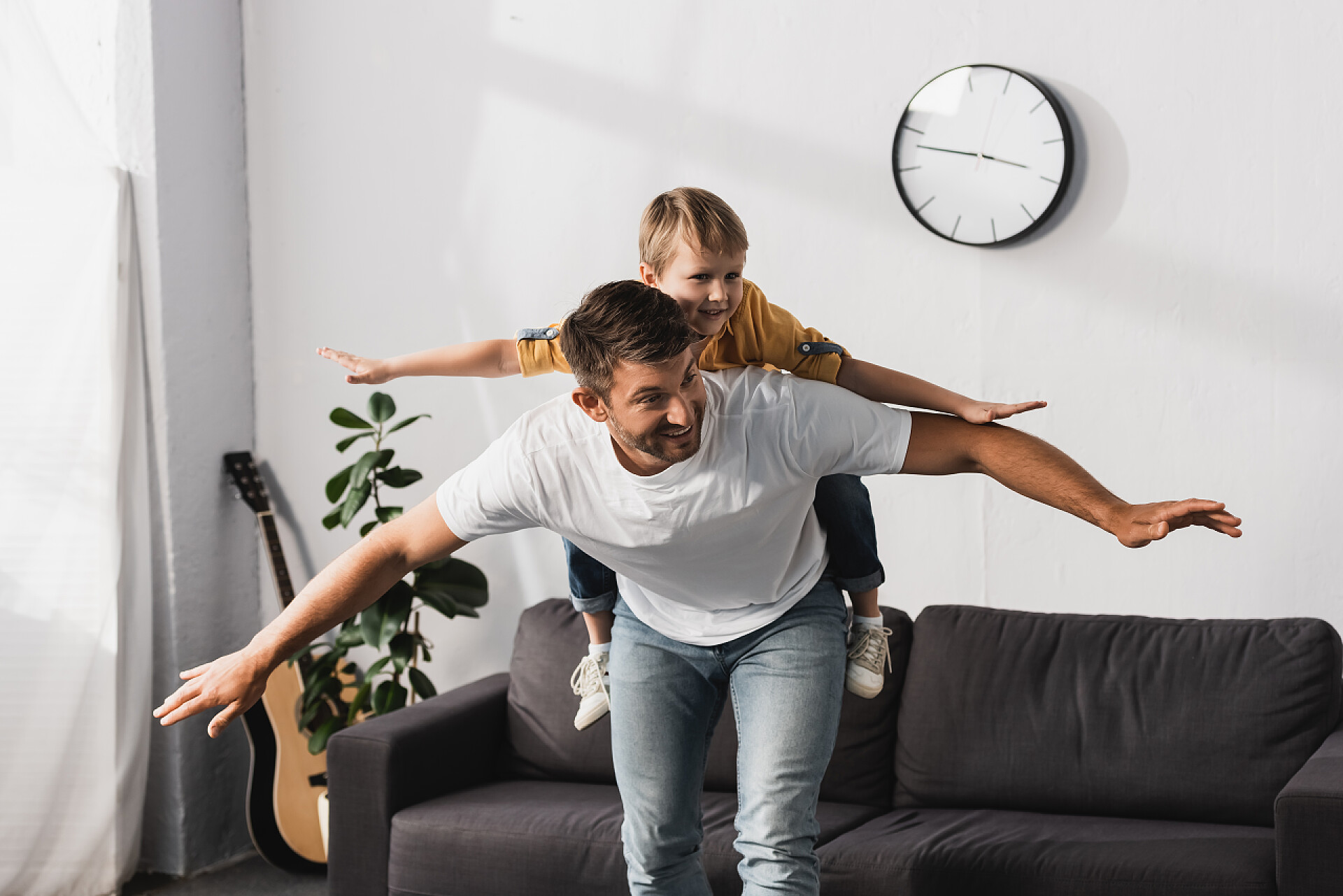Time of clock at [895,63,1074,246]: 3:47
